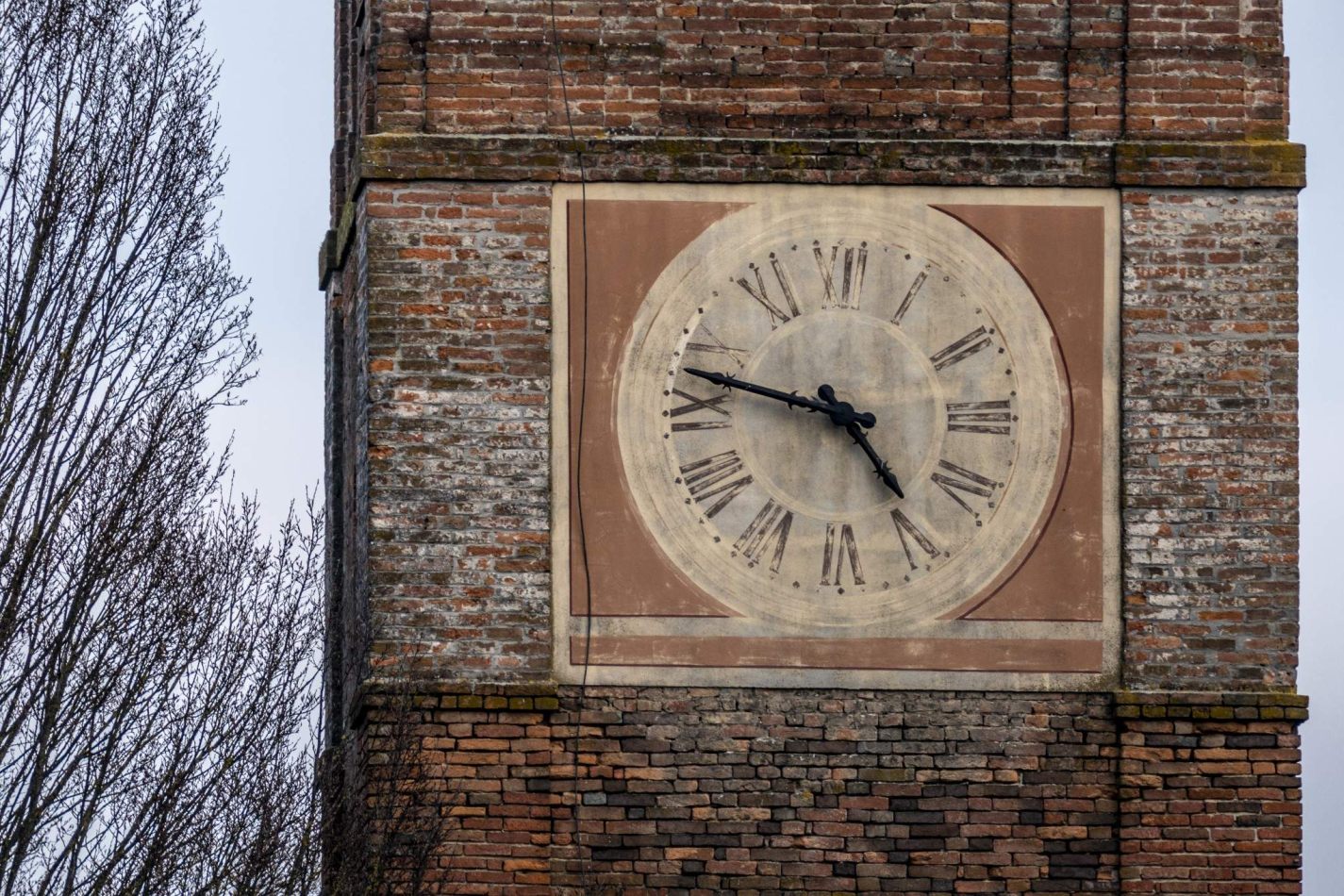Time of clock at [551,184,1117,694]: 4:47
